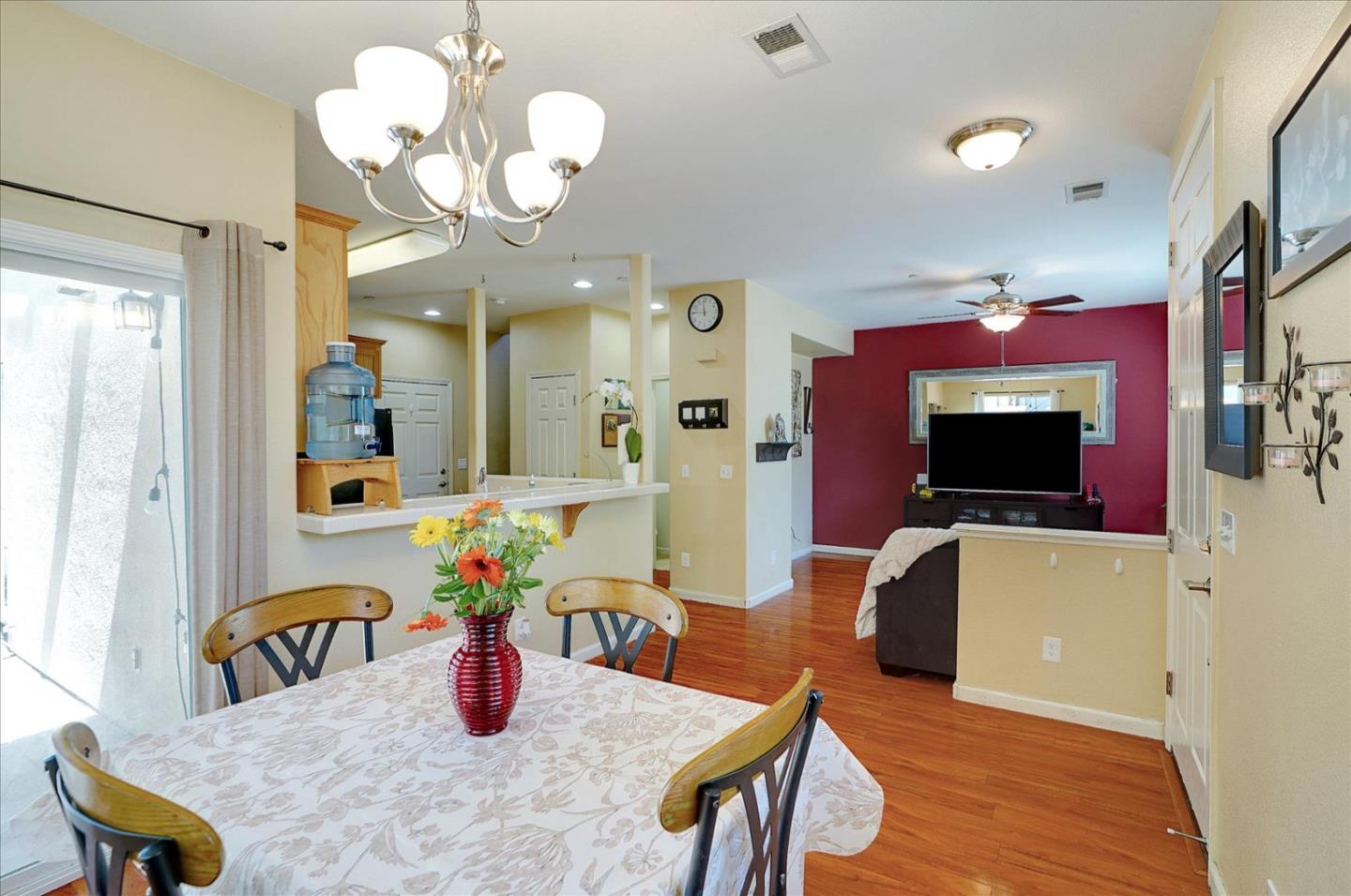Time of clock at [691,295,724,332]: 11:45
